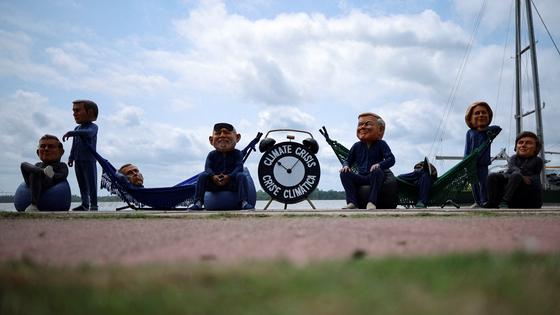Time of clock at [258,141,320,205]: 10:07
